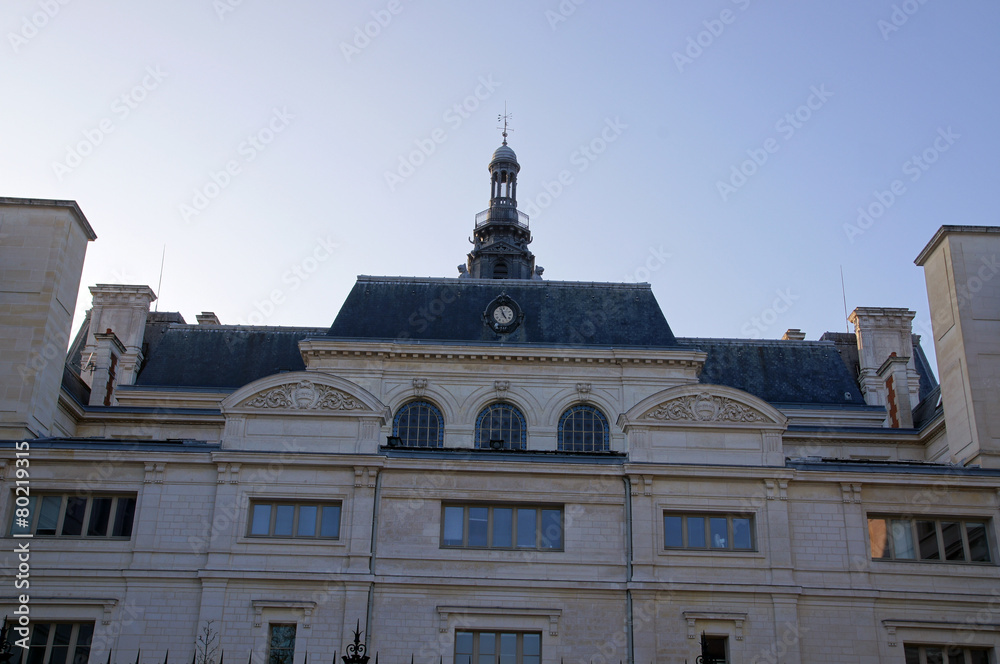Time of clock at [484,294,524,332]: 4:57
